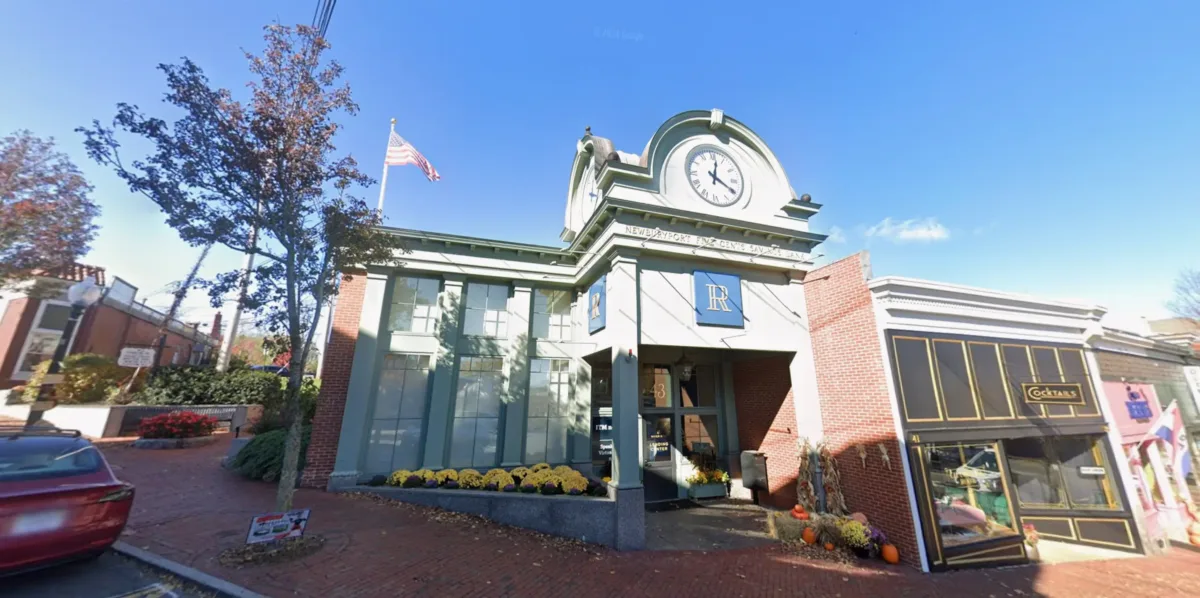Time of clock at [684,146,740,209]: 12:19
